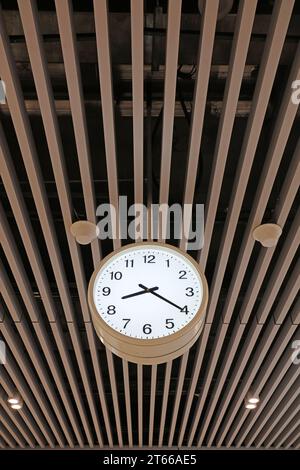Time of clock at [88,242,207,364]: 8:20
